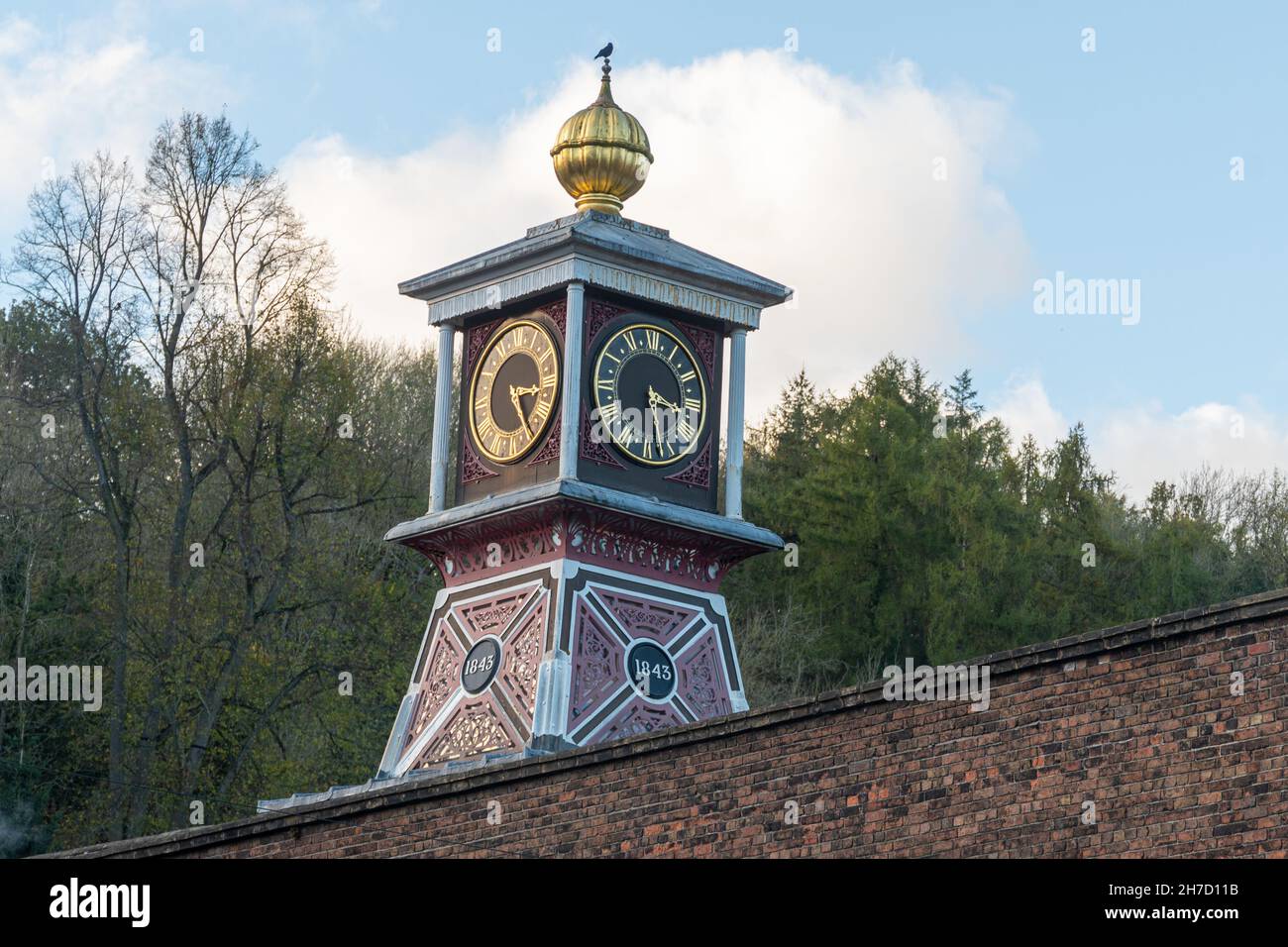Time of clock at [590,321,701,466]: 3:29
